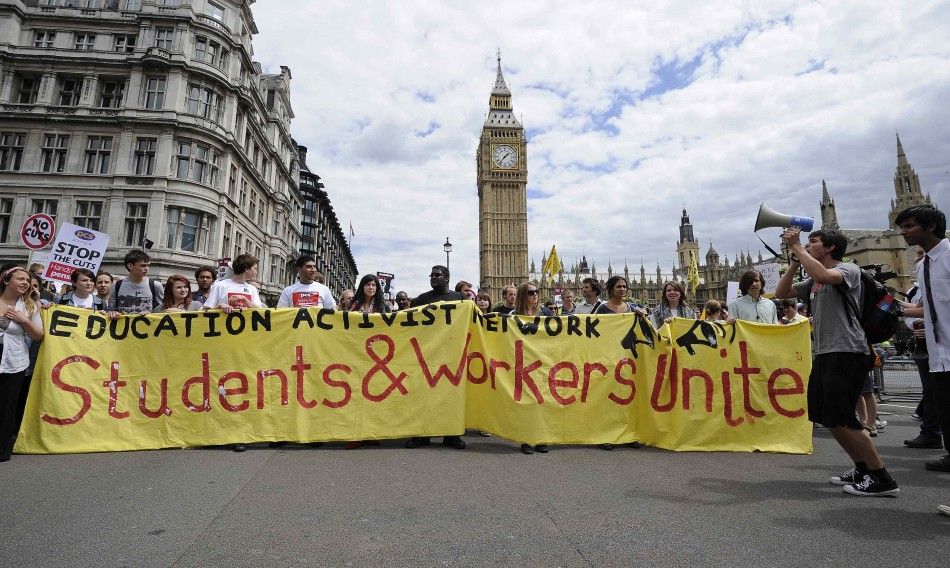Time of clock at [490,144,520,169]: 1:36
